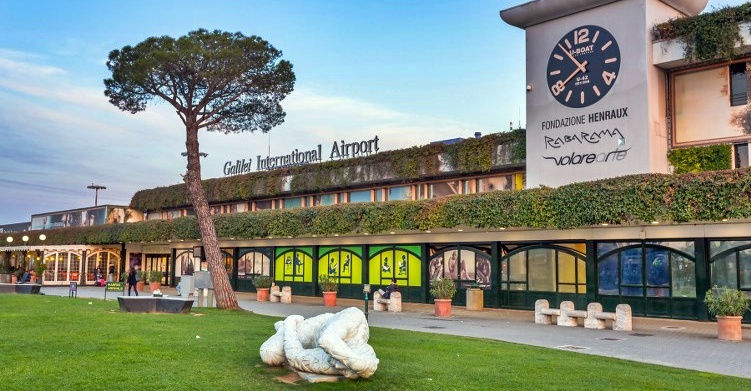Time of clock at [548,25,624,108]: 7:53
